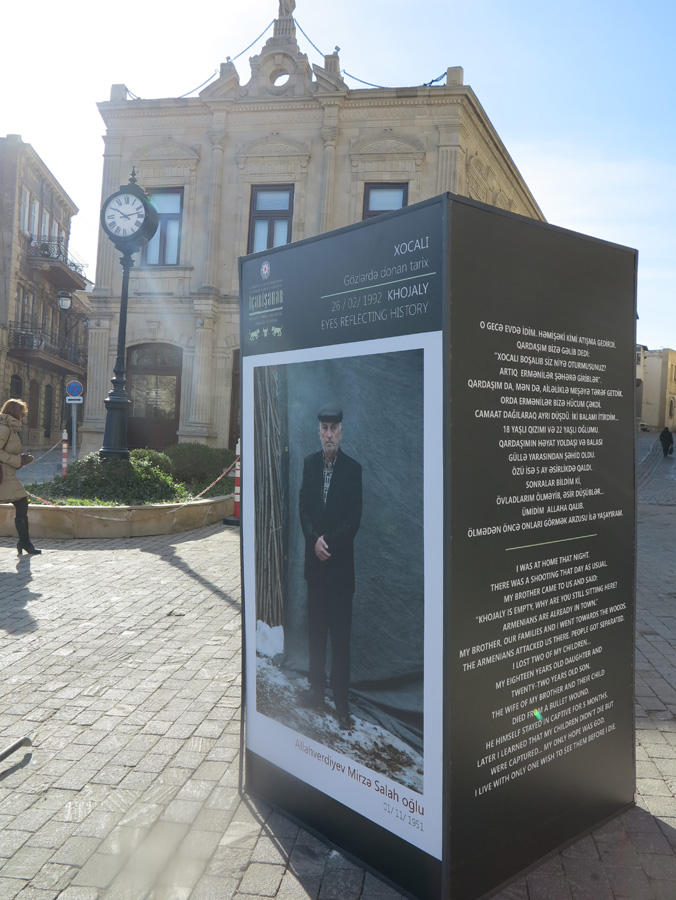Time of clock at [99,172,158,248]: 10:12
